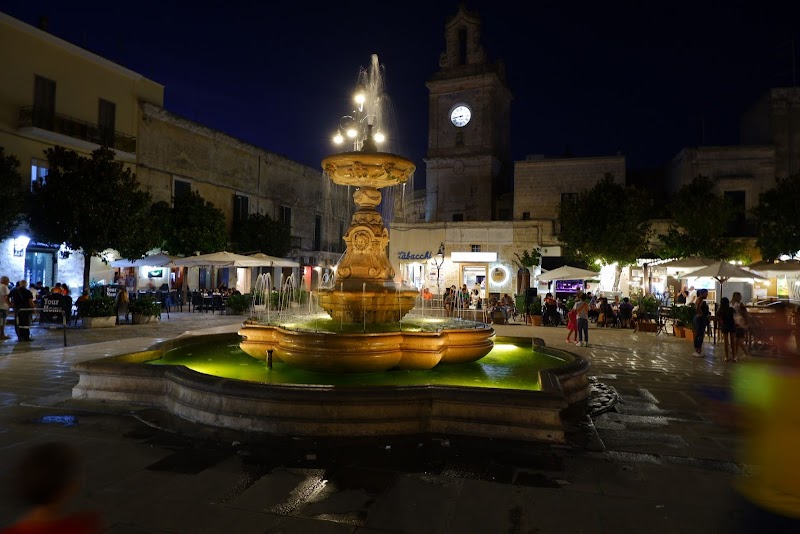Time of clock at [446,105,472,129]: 8:43
